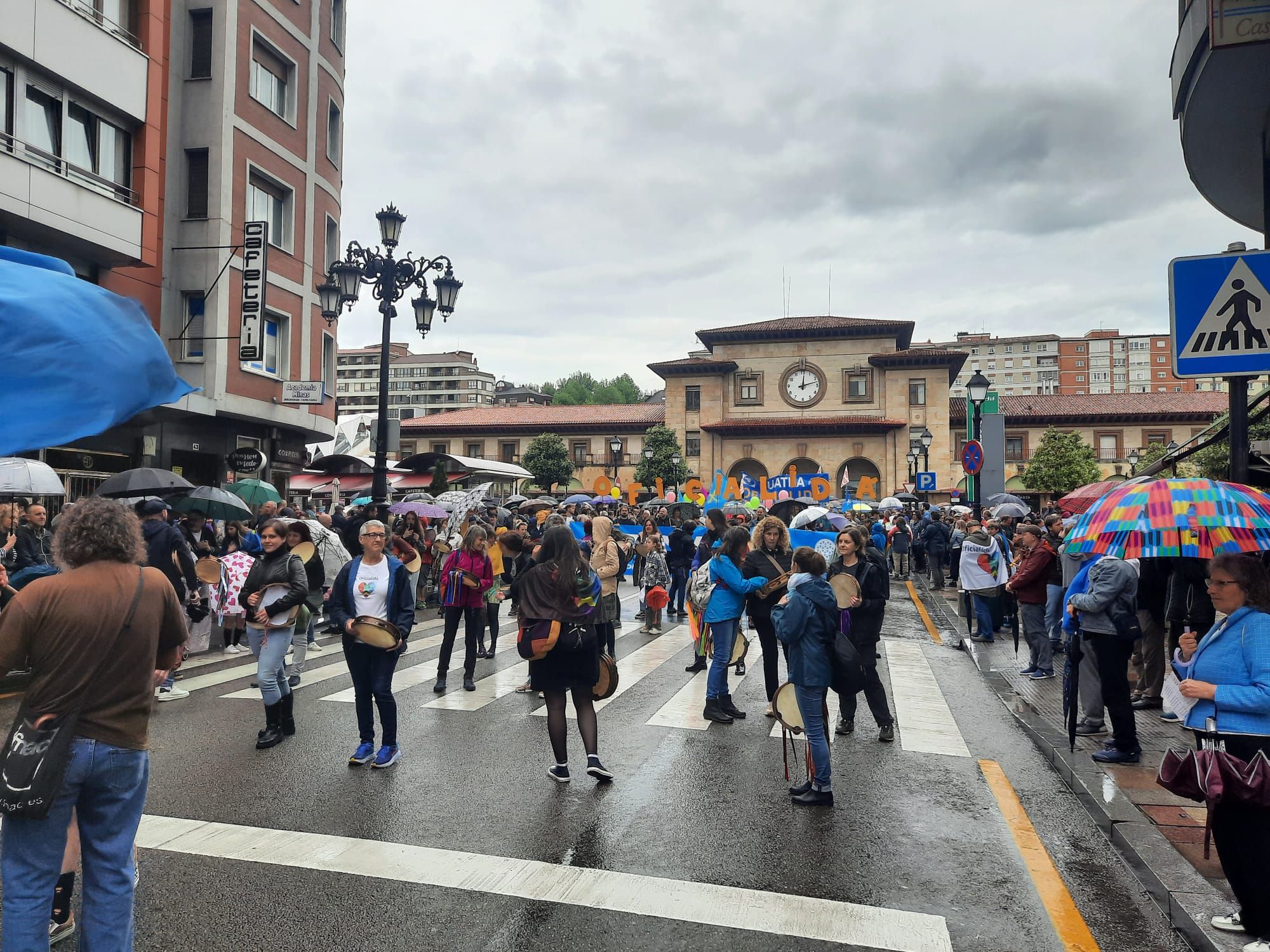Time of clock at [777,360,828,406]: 12:12
